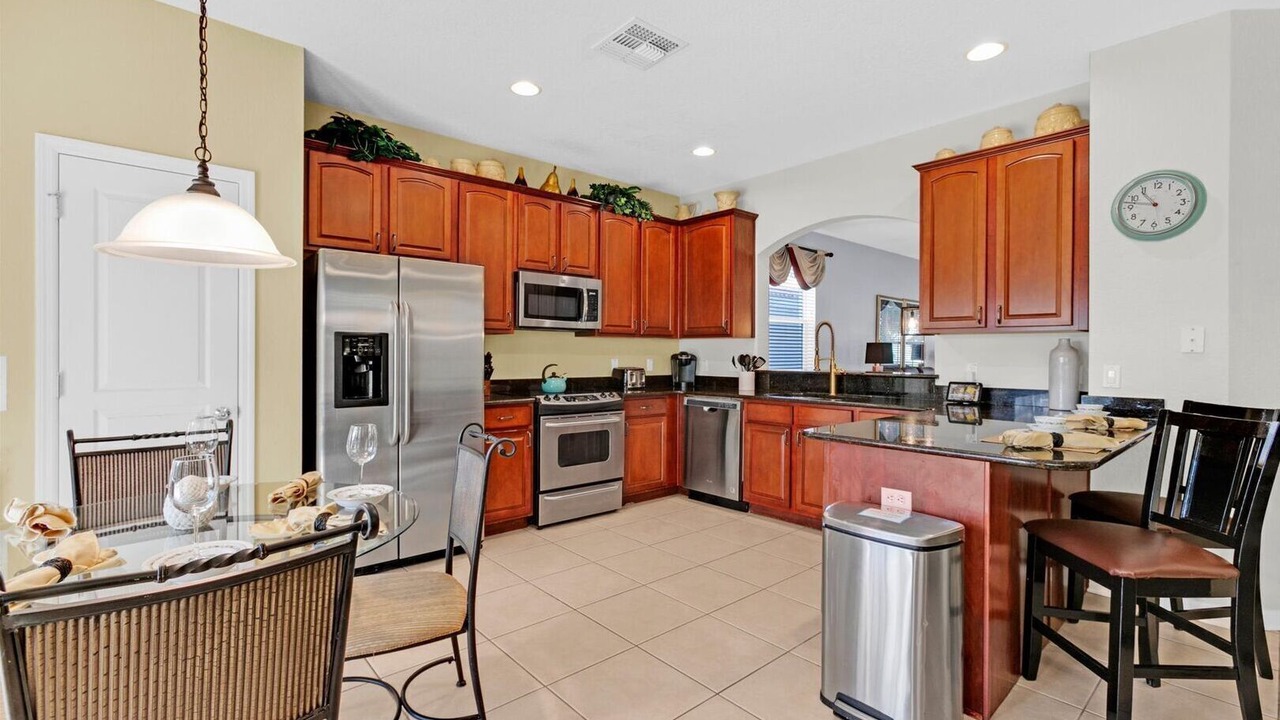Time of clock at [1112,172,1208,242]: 10:47
